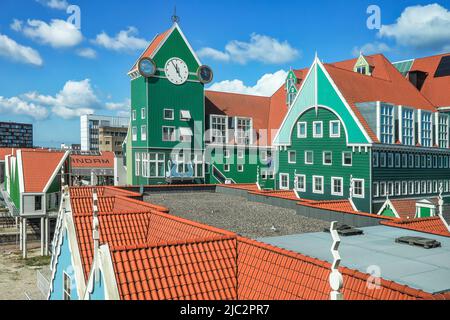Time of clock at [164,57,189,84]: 11:54
